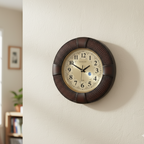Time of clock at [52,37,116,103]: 1:49
